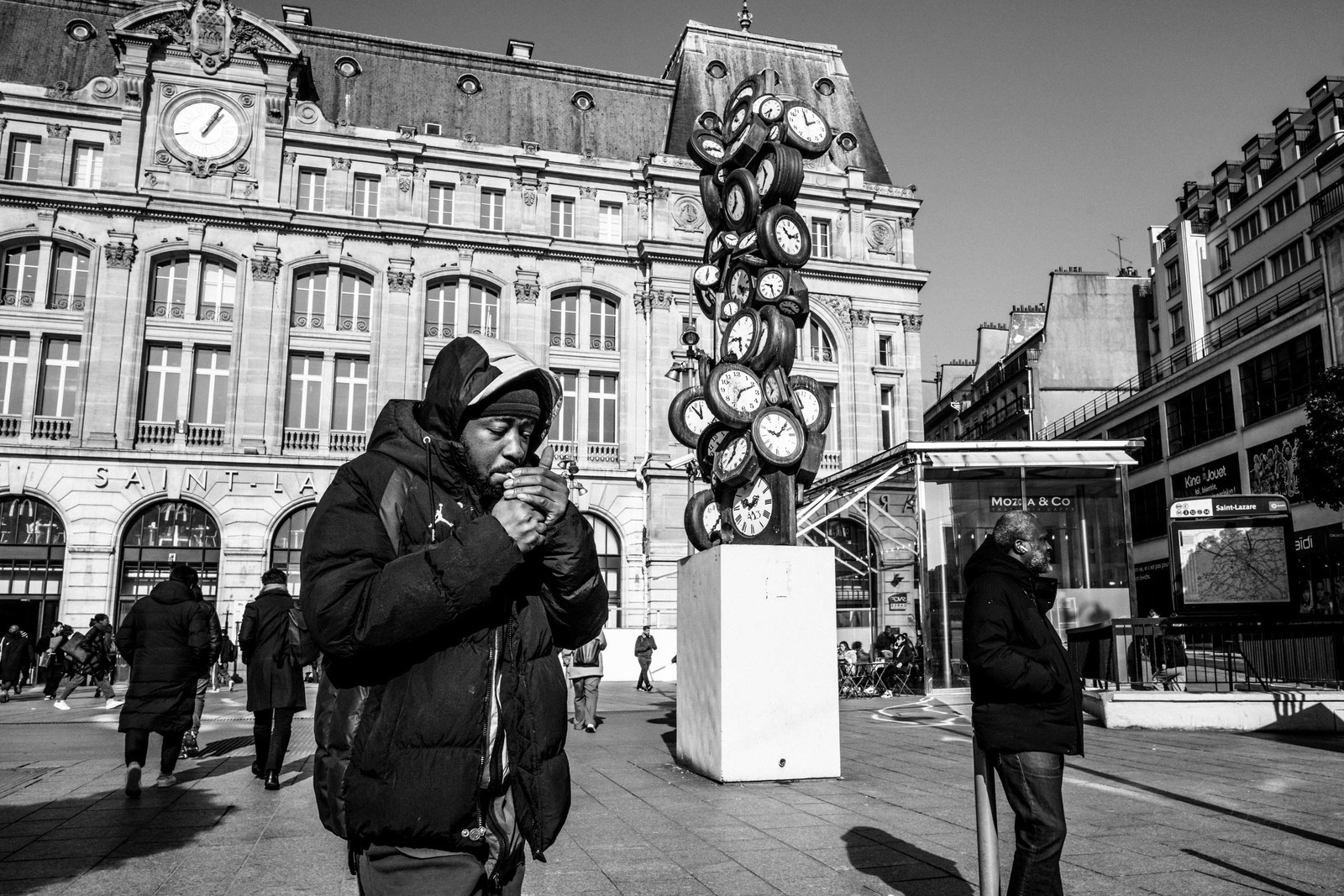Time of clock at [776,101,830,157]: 1:59
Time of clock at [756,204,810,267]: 10:12
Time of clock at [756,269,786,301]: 9:26
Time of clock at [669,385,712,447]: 11:52
